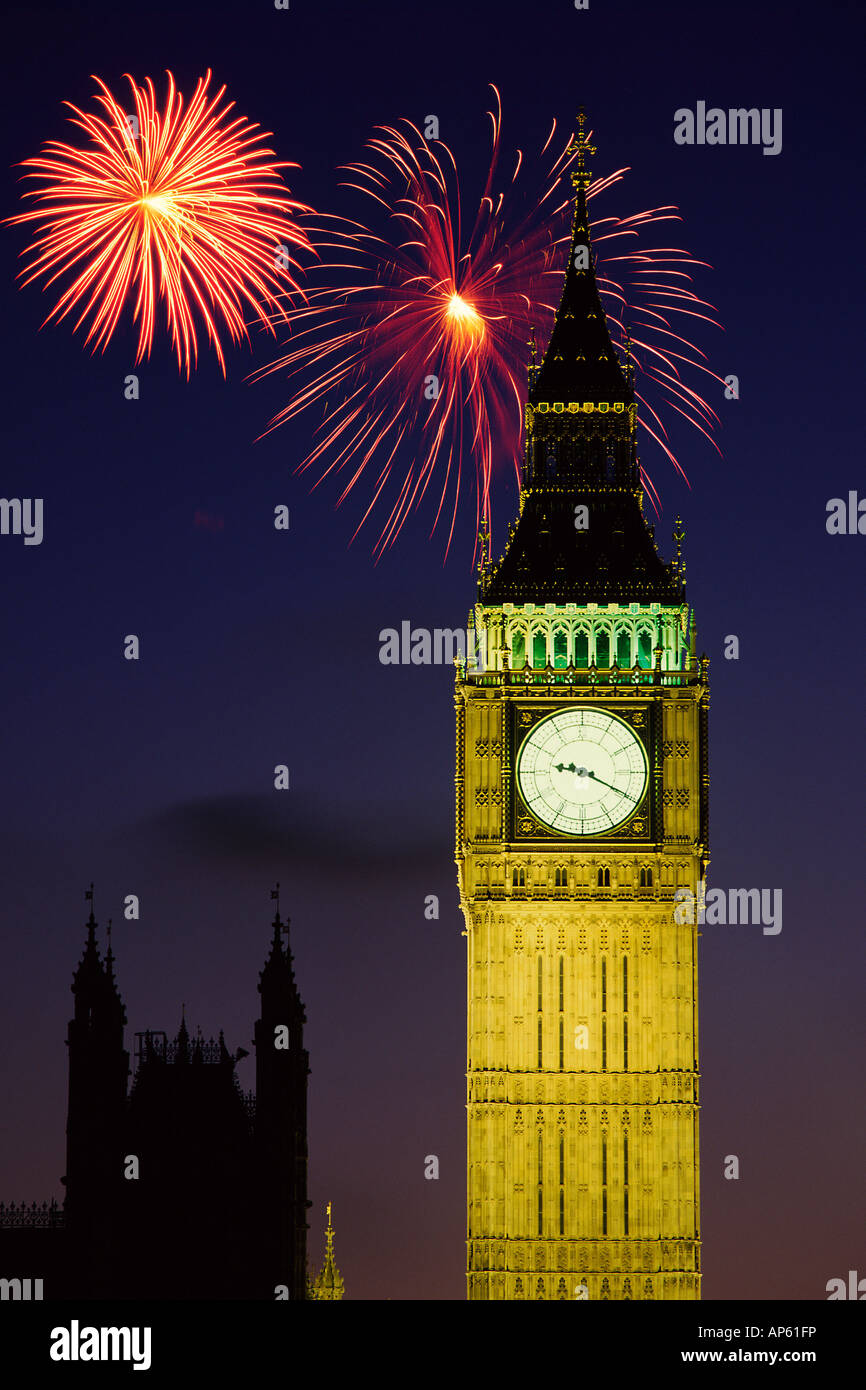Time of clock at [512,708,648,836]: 9:19
